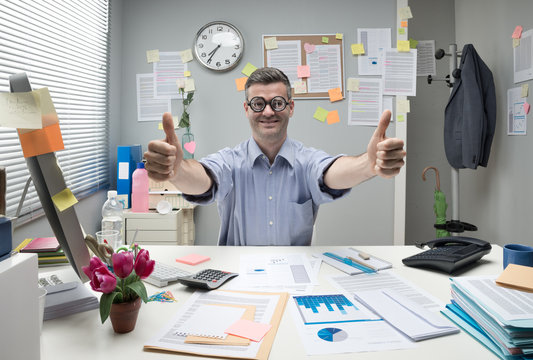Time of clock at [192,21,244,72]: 7:35
